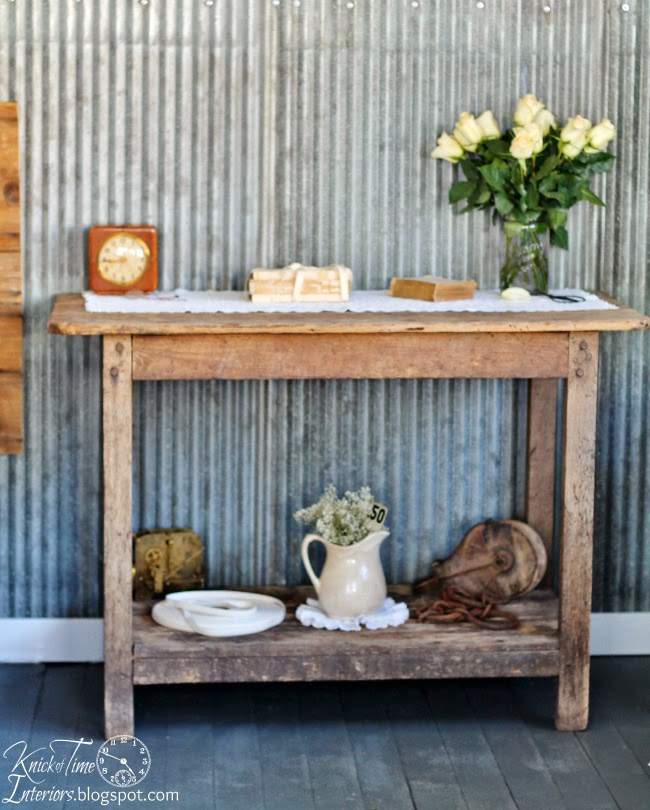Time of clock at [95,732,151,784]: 4:48
